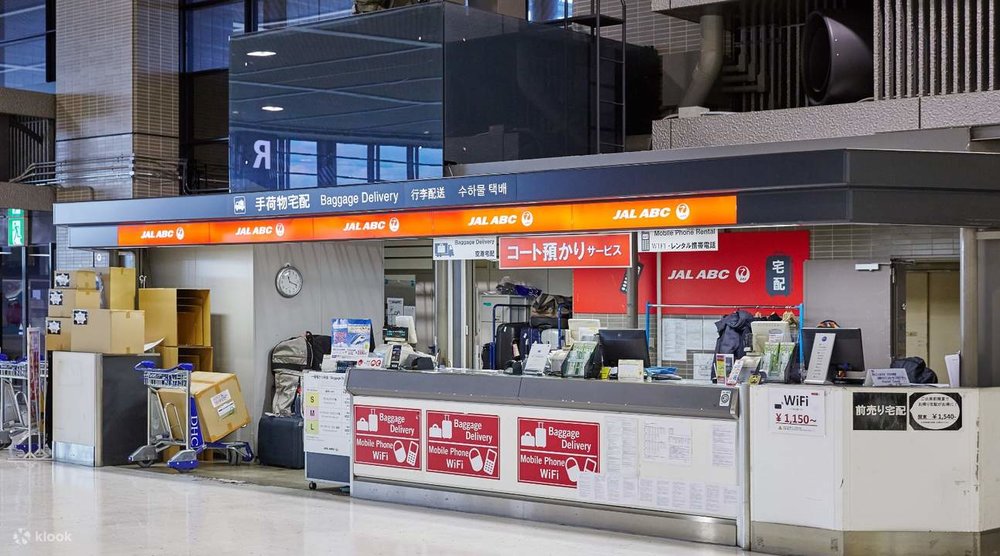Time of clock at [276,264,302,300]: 11:18
